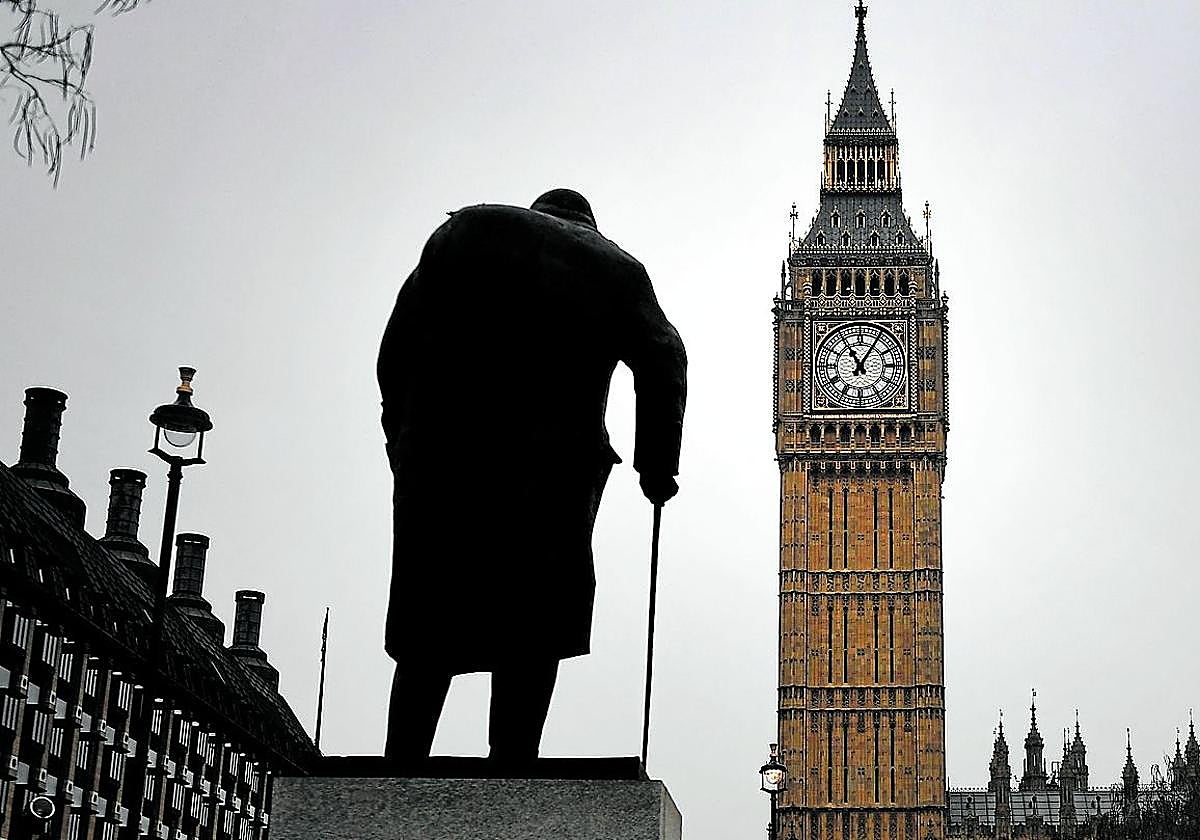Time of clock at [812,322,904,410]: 11:05
